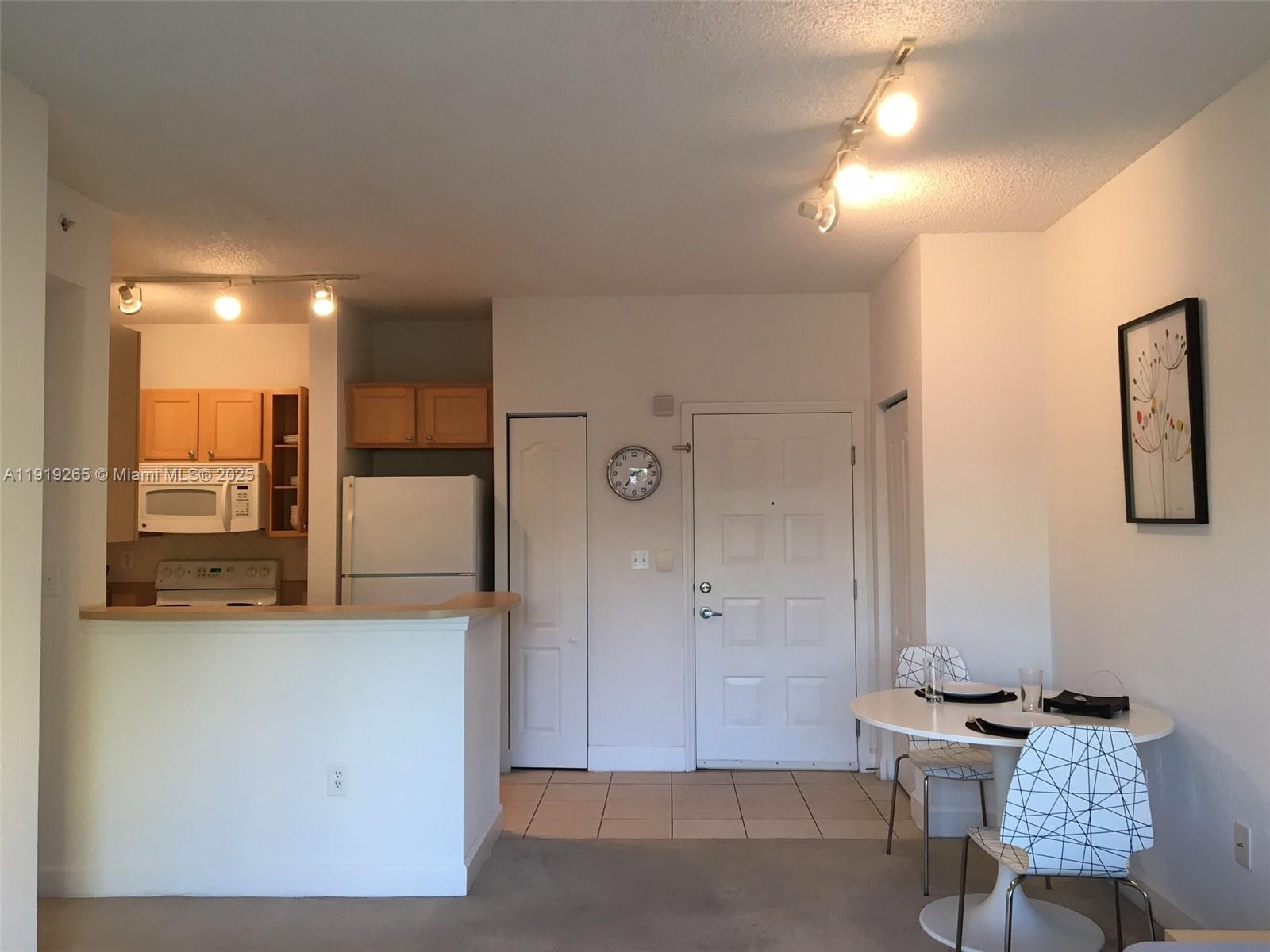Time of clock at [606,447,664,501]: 7:11
